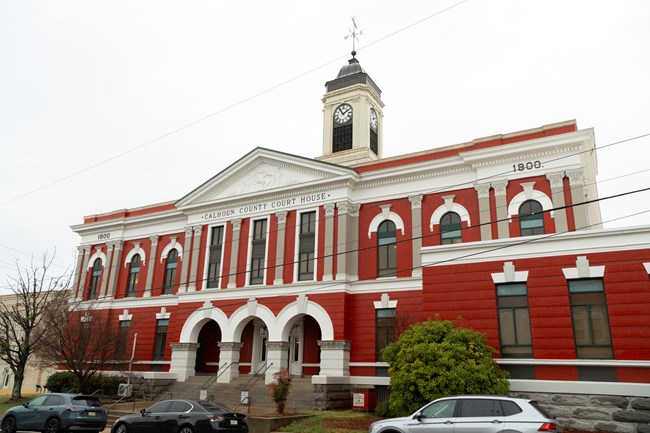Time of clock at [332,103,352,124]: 1:54
